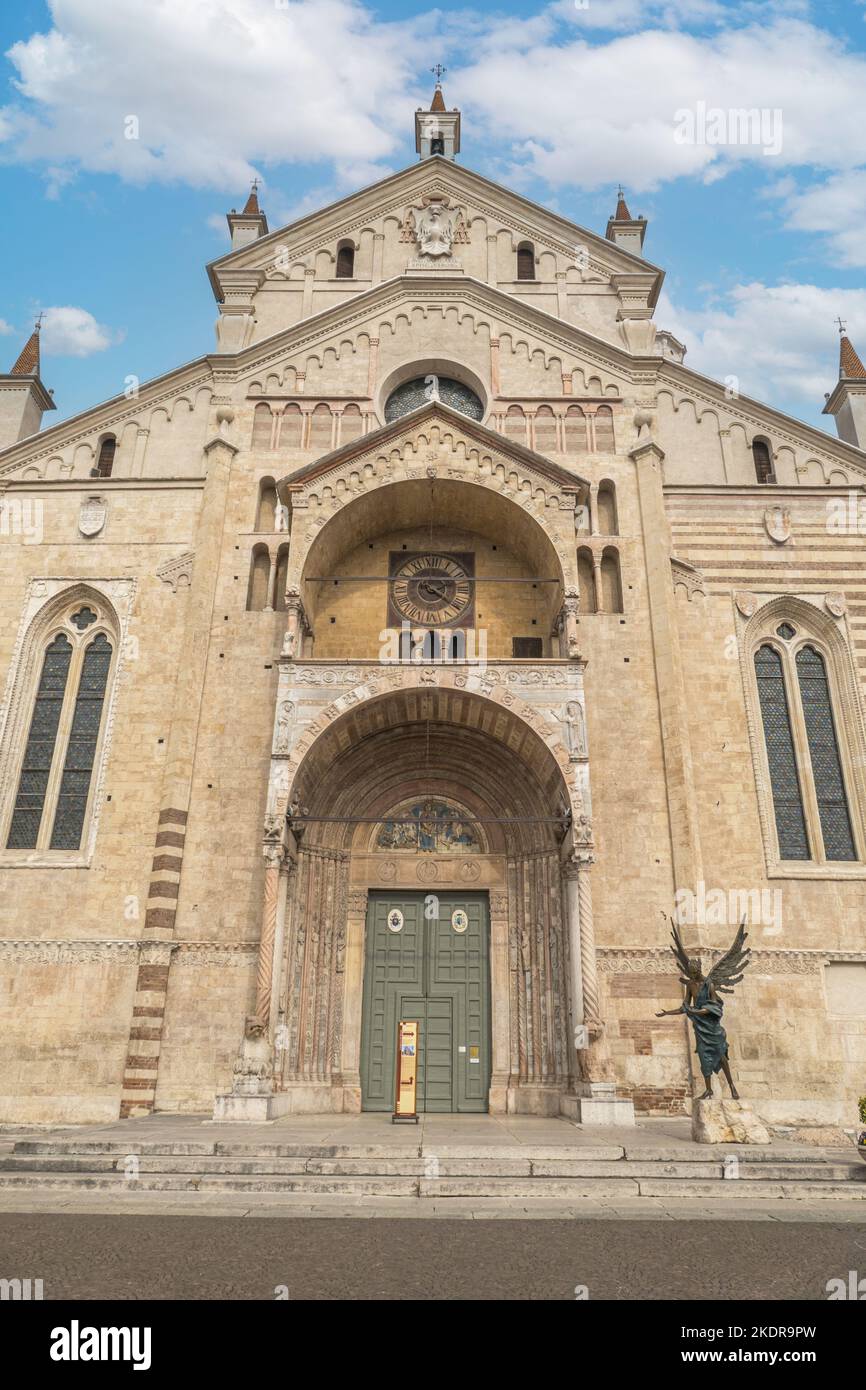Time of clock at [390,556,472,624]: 2:21
